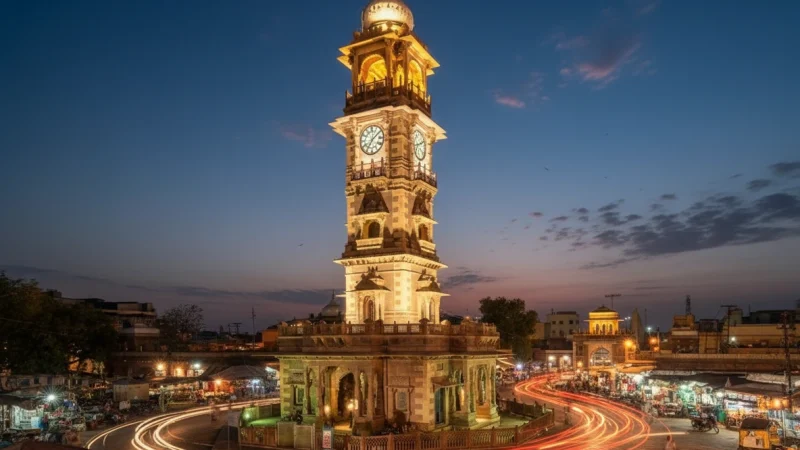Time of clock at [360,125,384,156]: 7:07
